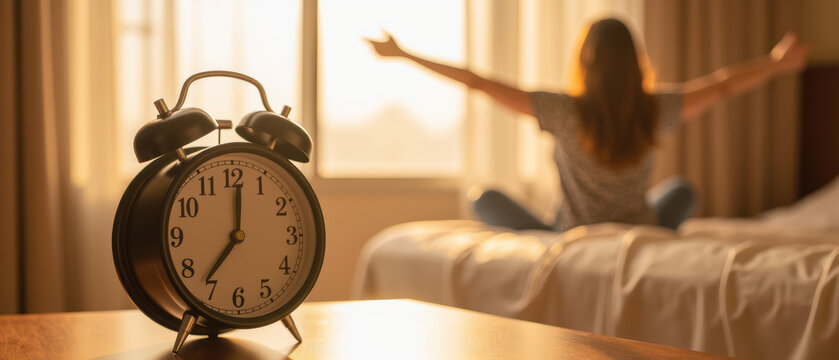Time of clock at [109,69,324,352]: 7:01
